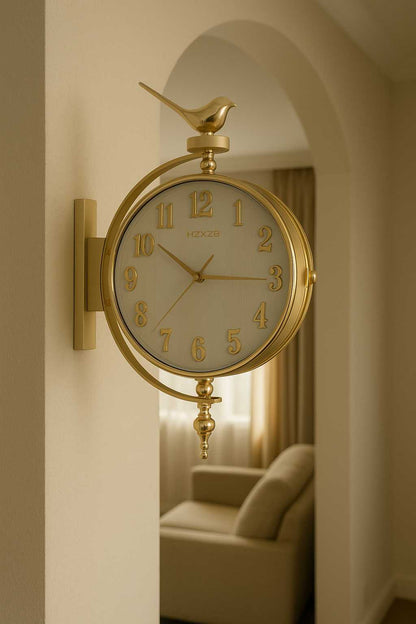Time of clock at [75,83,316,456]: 10:15
